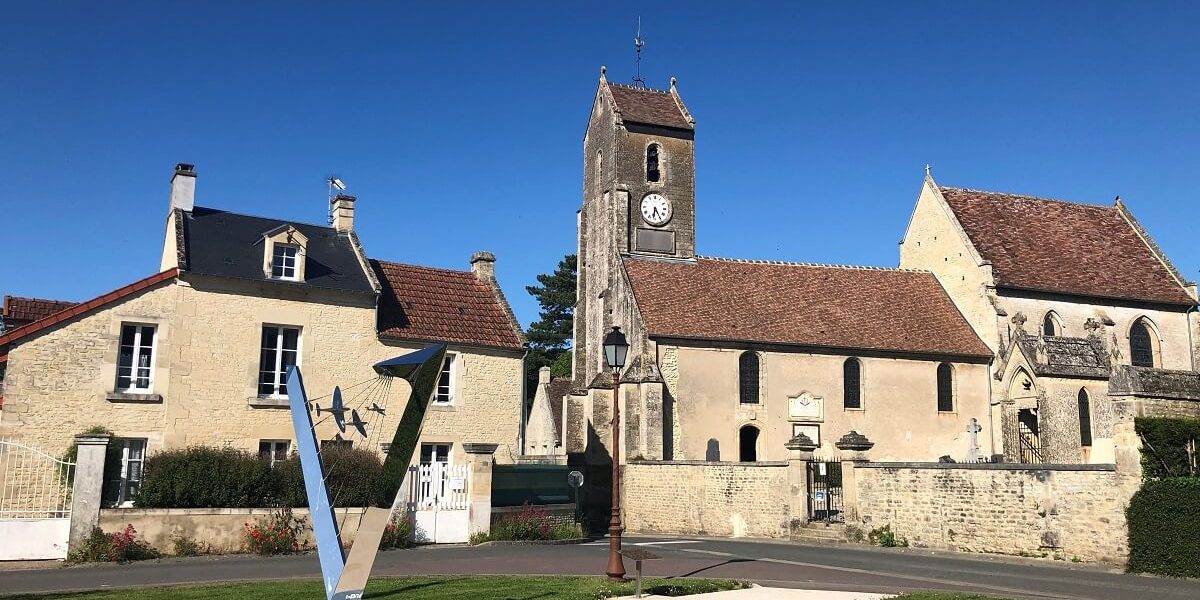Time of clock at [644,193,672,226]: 6:24
